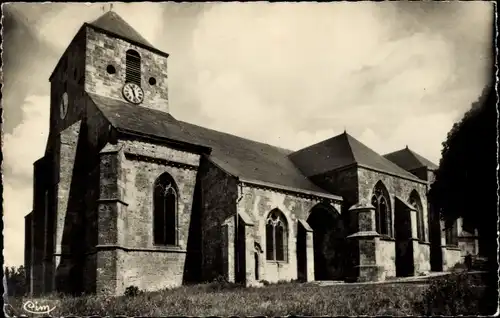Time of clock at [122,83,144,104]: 11:28
